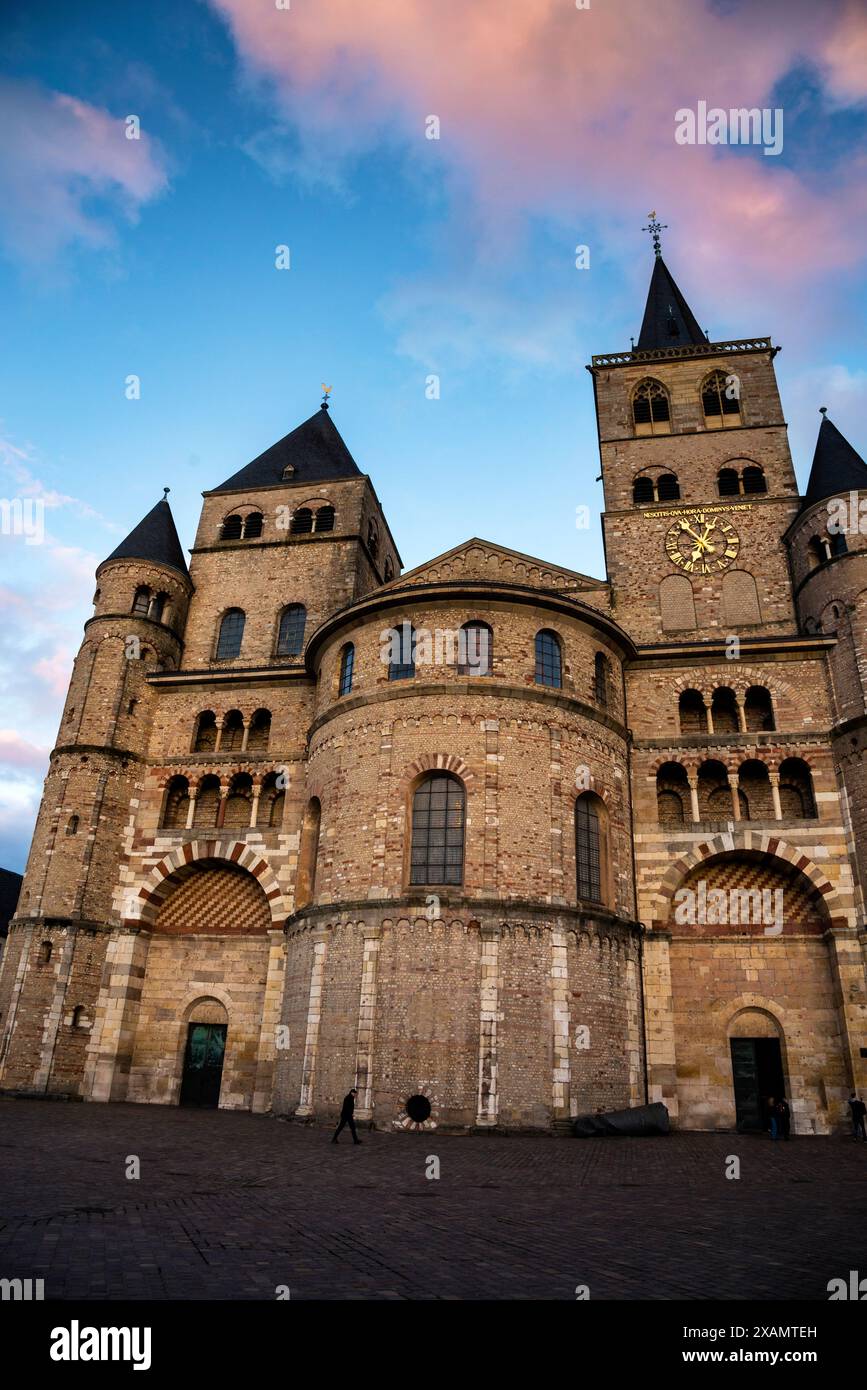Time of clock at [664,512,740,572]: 12:52
